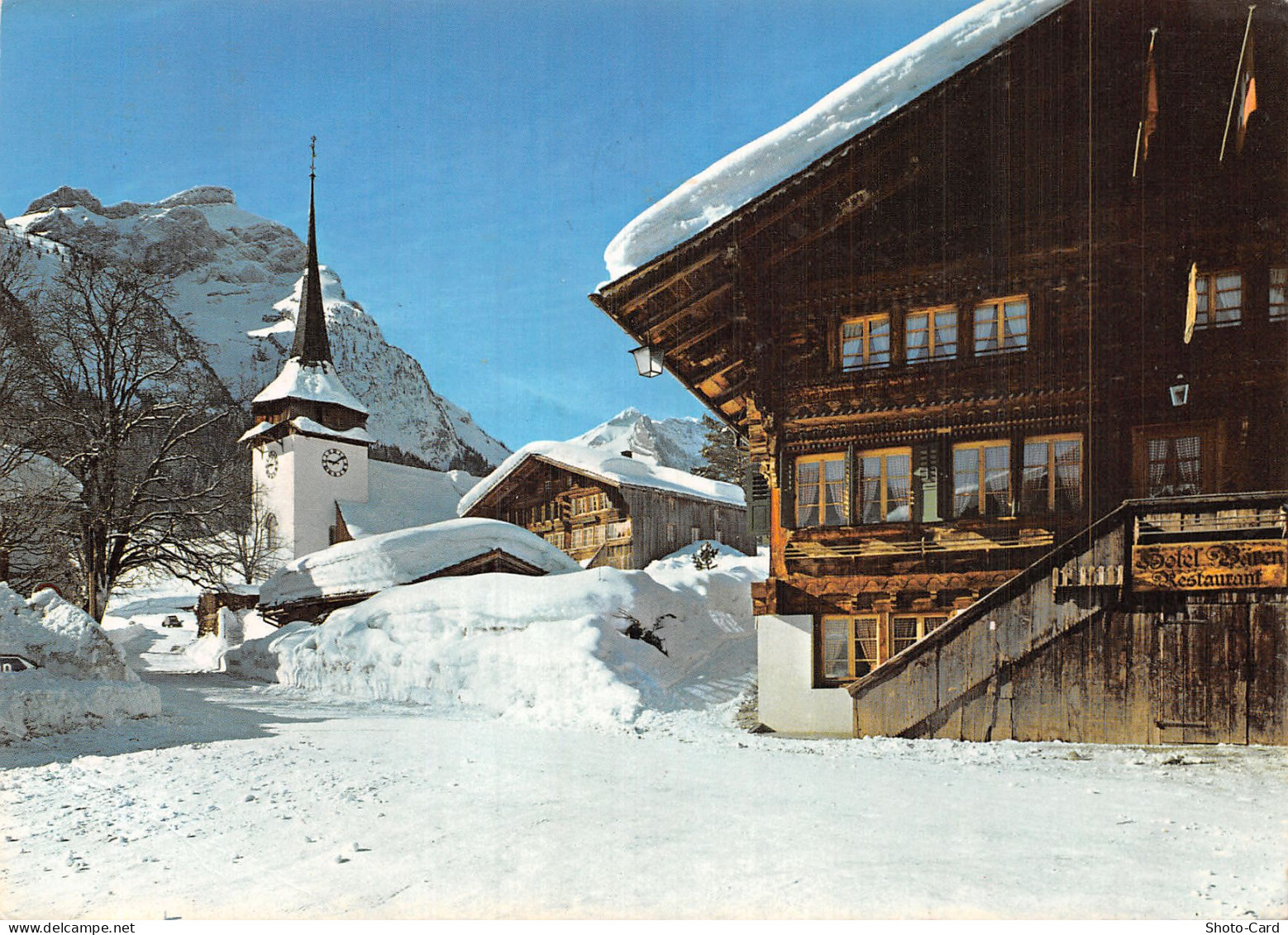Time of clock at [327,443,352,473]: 9:09
